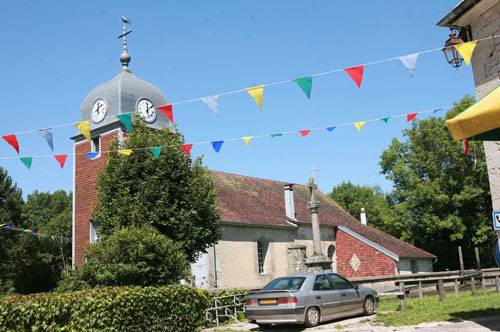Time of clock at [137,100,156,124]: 12:07
